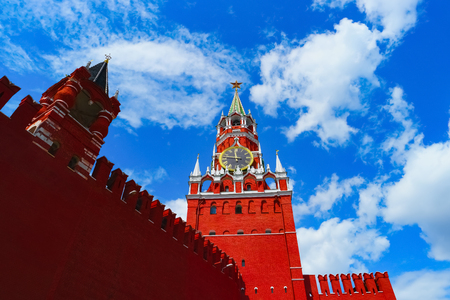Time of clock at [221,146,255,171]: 11:46
